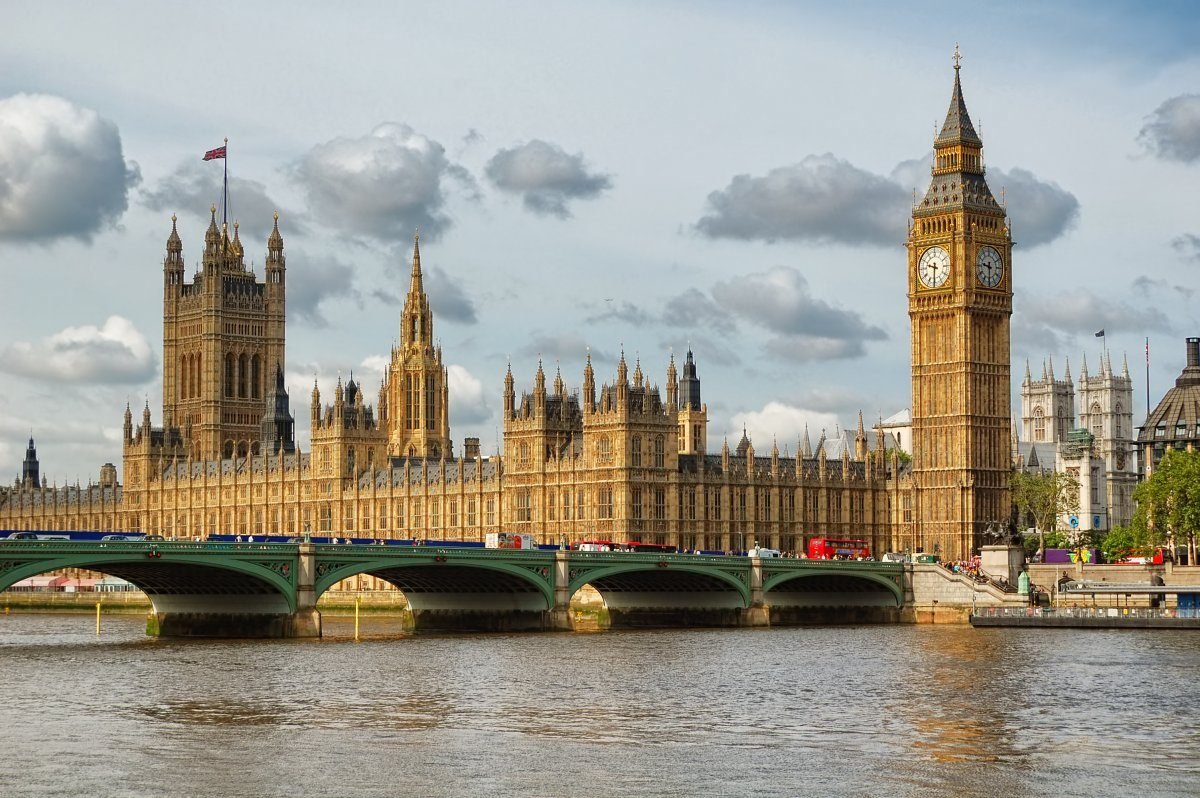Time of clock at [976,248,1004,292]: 9:30
